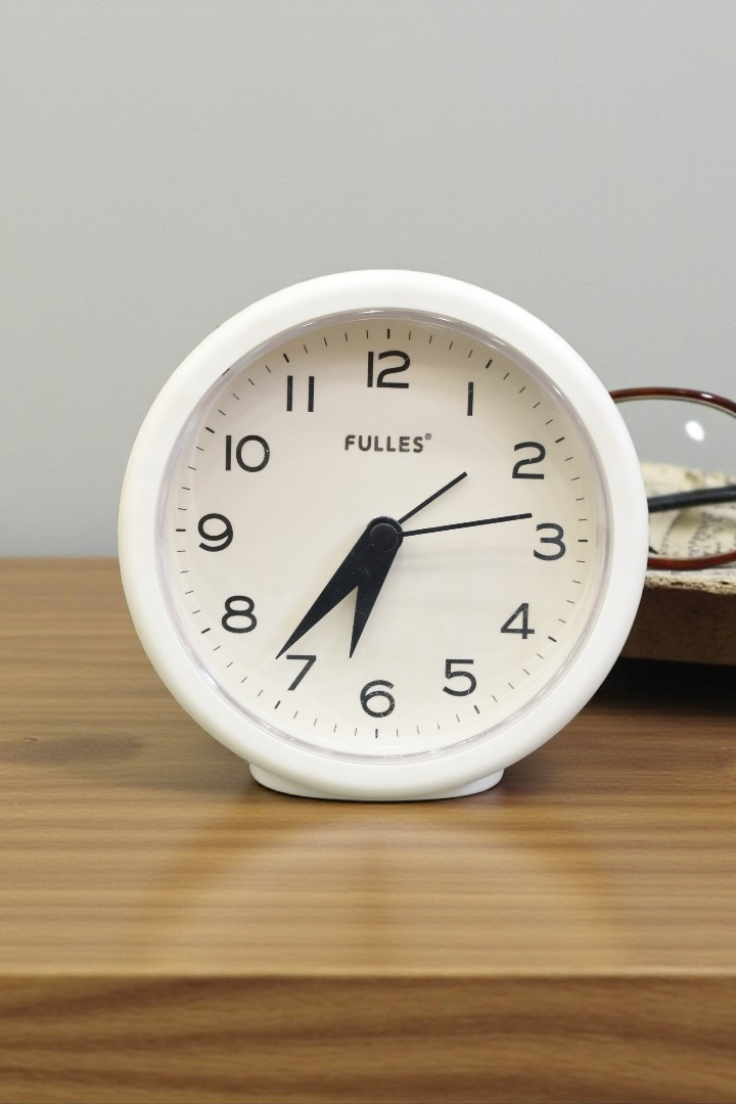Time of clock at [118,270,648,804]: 6:36
